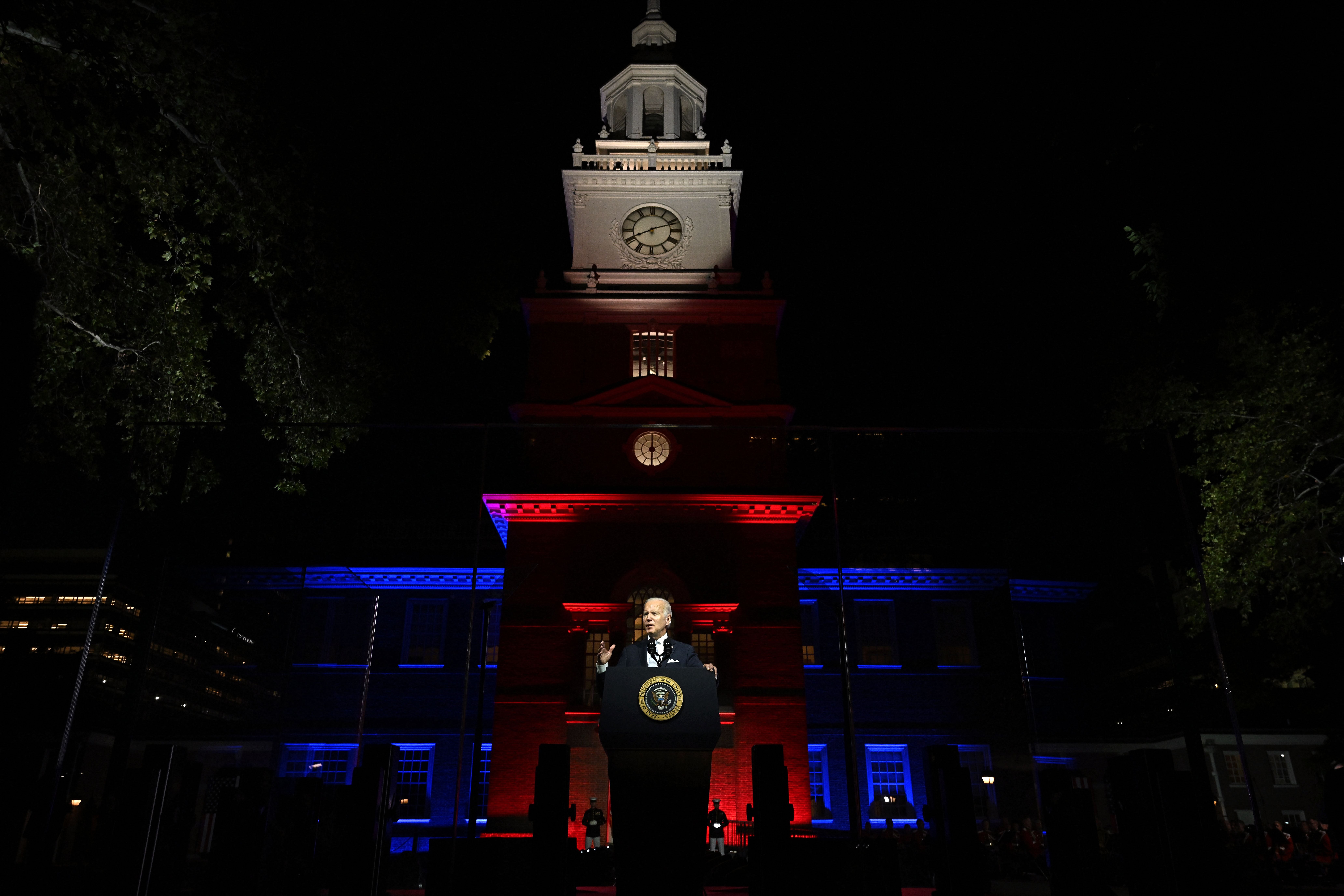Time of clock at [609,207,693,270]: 8:11
